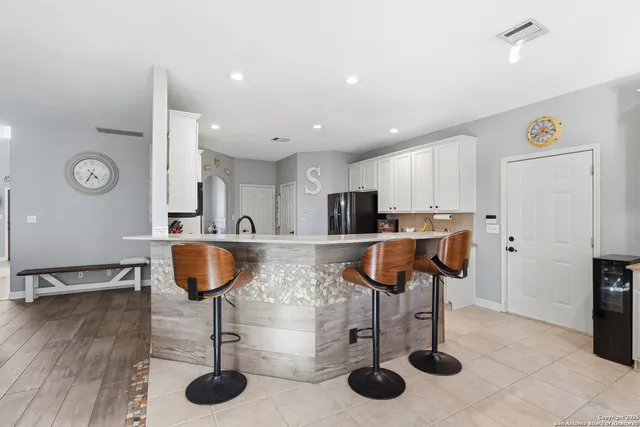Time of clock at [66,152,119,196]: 4:34
